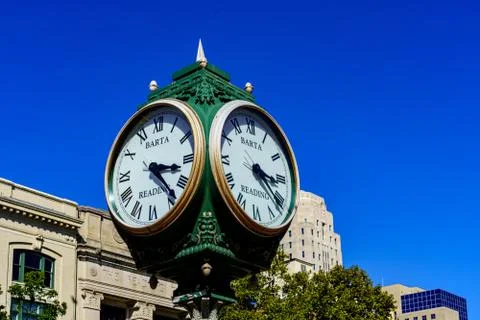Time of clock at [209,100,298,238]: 3:21
